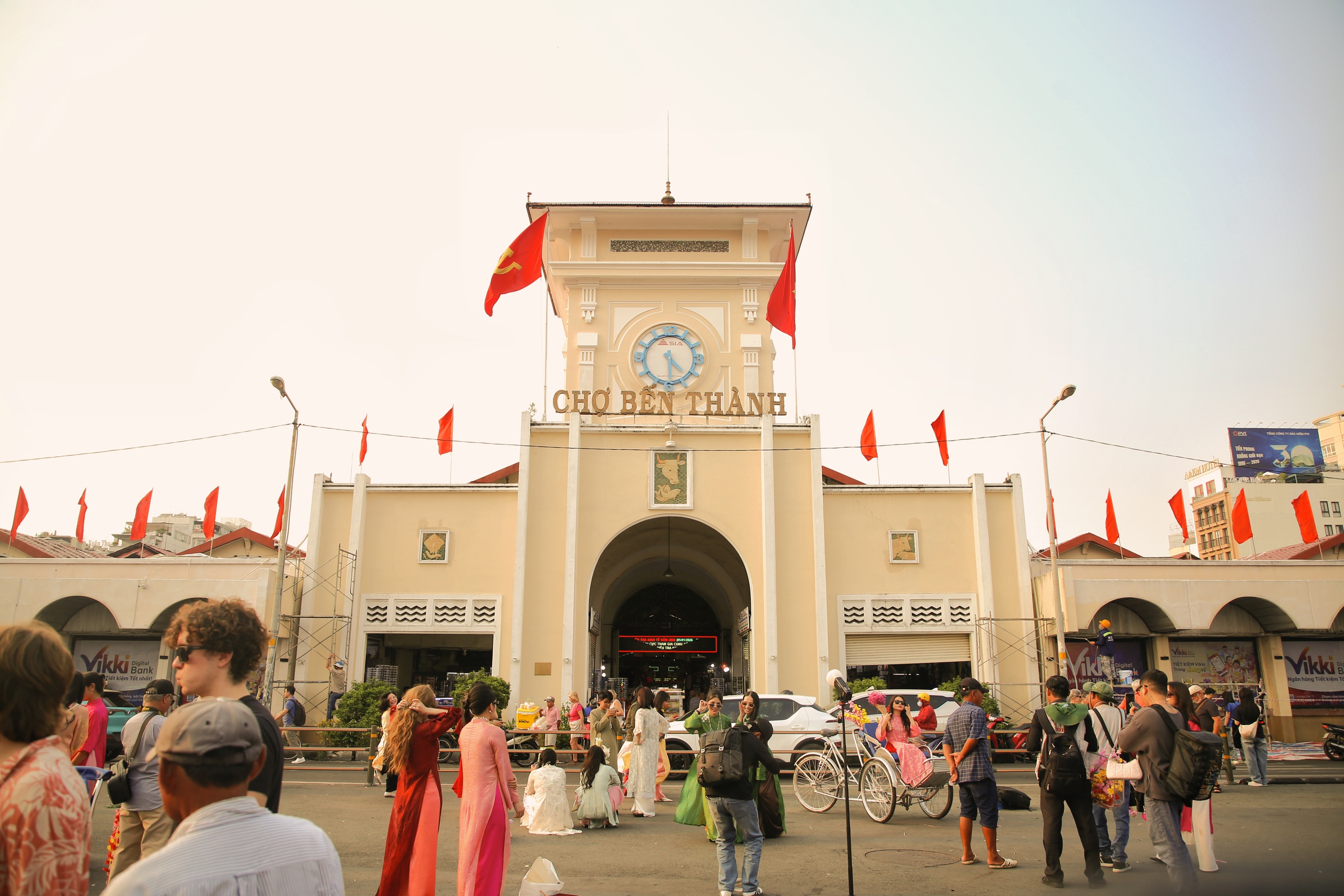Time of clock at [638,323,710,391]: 4:29
